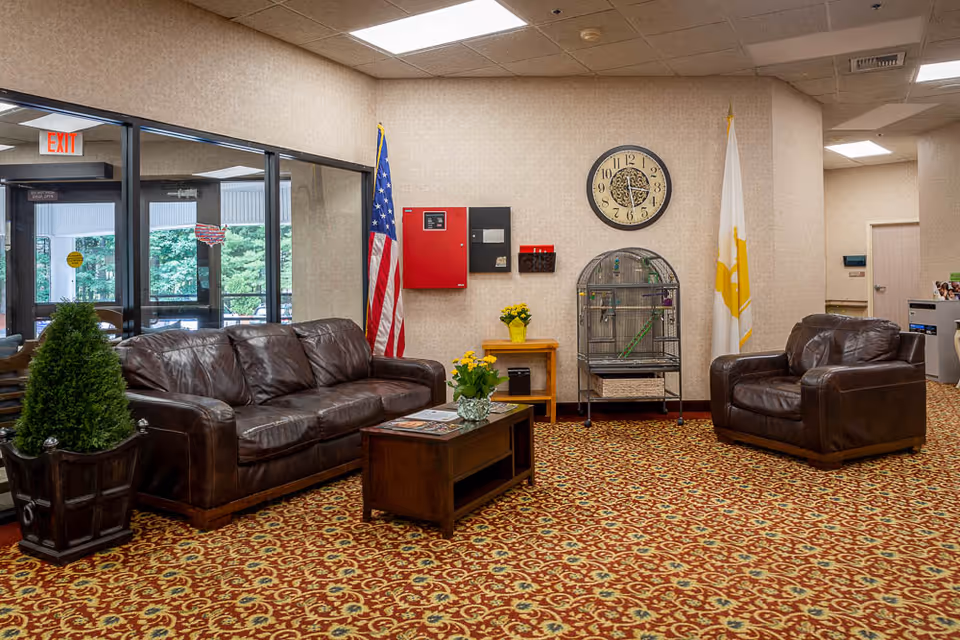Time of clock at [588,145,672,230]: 3:28
